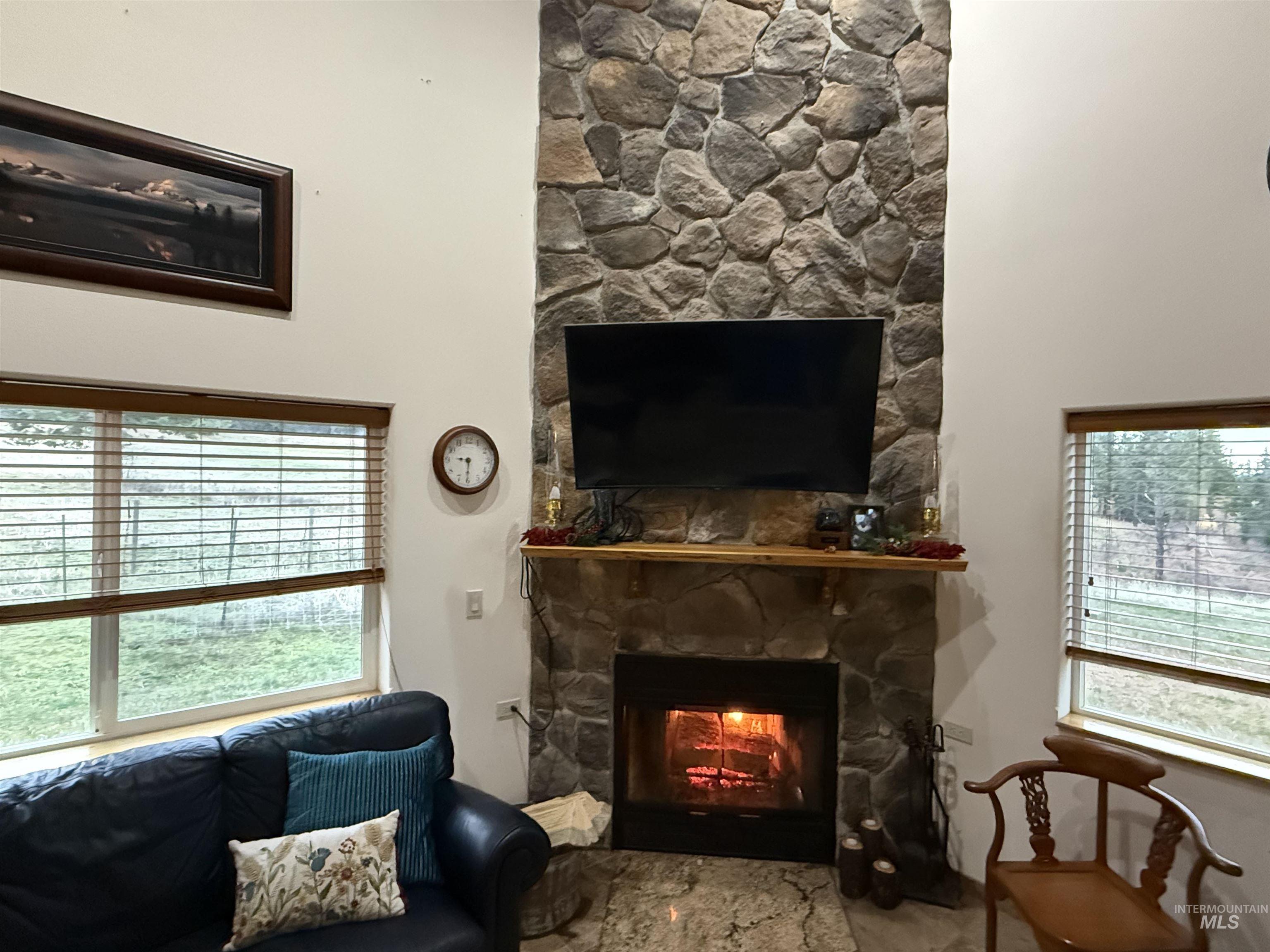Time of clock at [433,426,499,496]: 9:30
